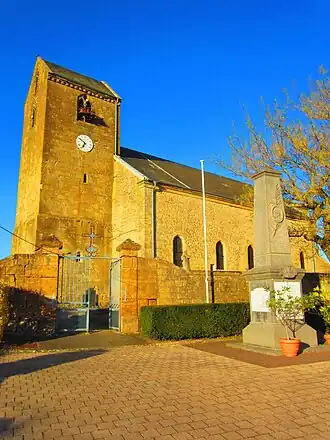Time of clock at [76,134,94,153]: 6:50
